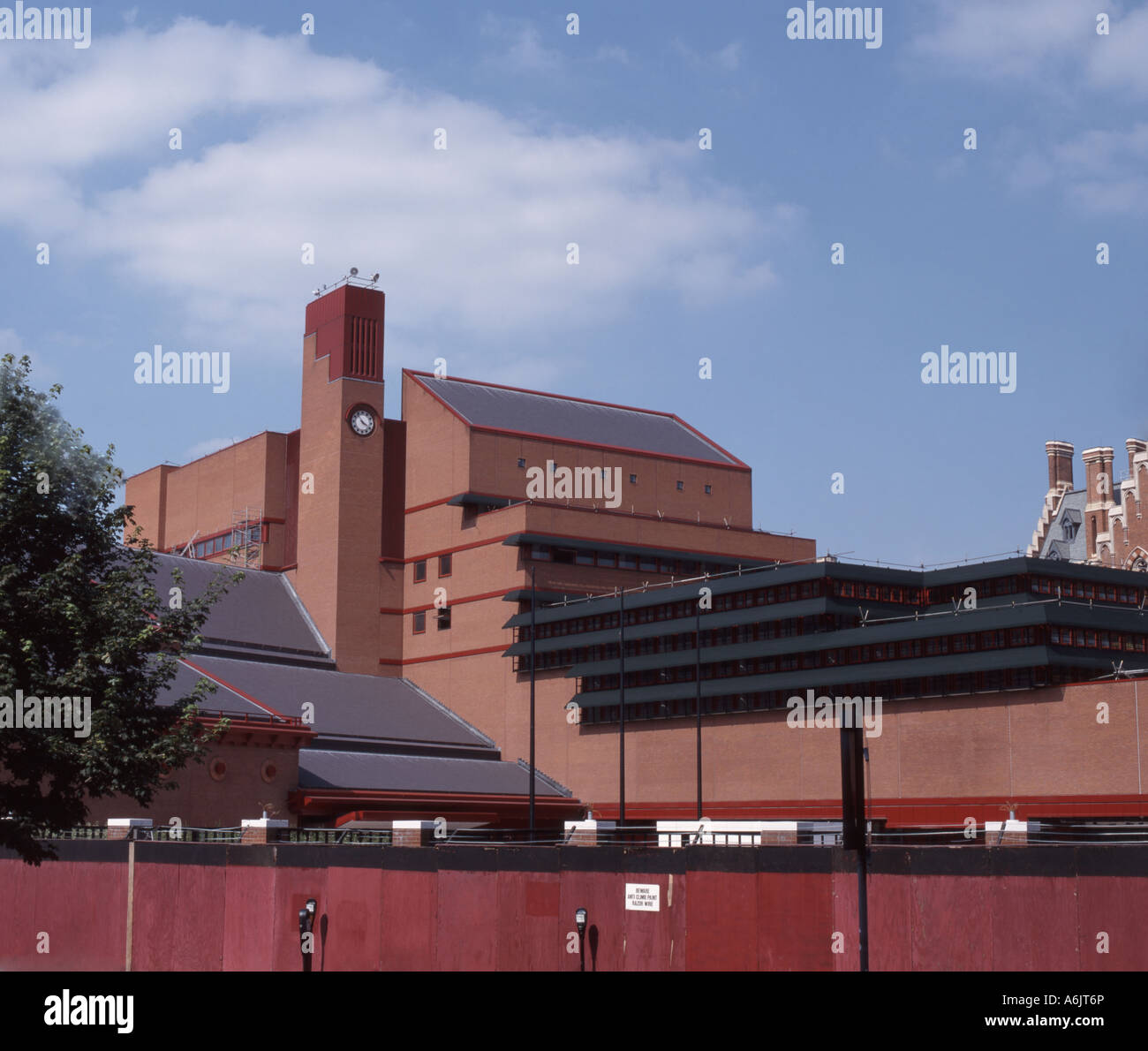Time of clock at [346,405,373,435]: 3:53
